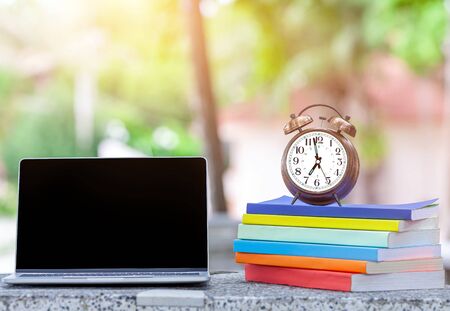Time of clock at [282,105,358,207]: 6:58
